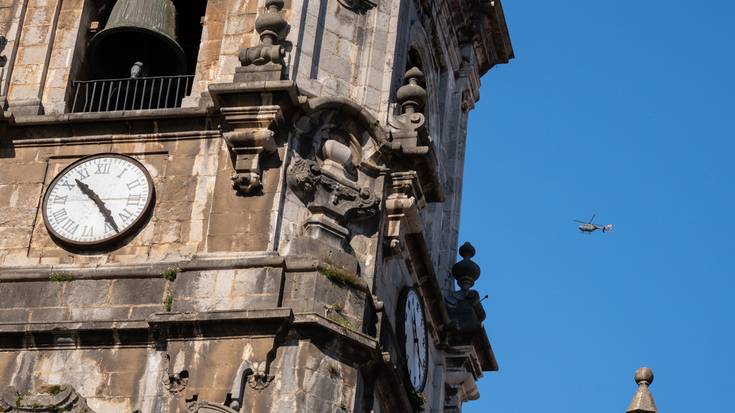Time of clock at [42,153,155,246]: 10:23
